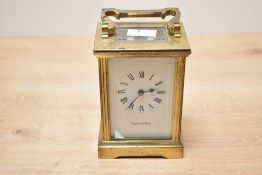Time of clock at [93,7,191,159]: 2:38
